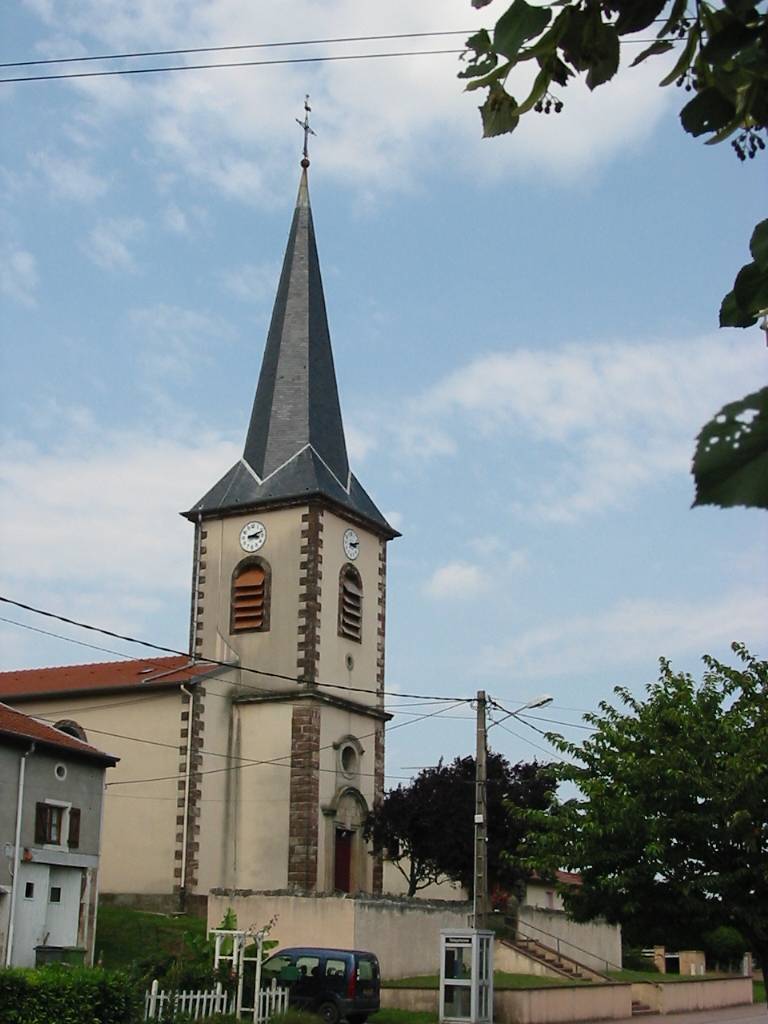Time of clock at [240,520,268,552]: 3:11
